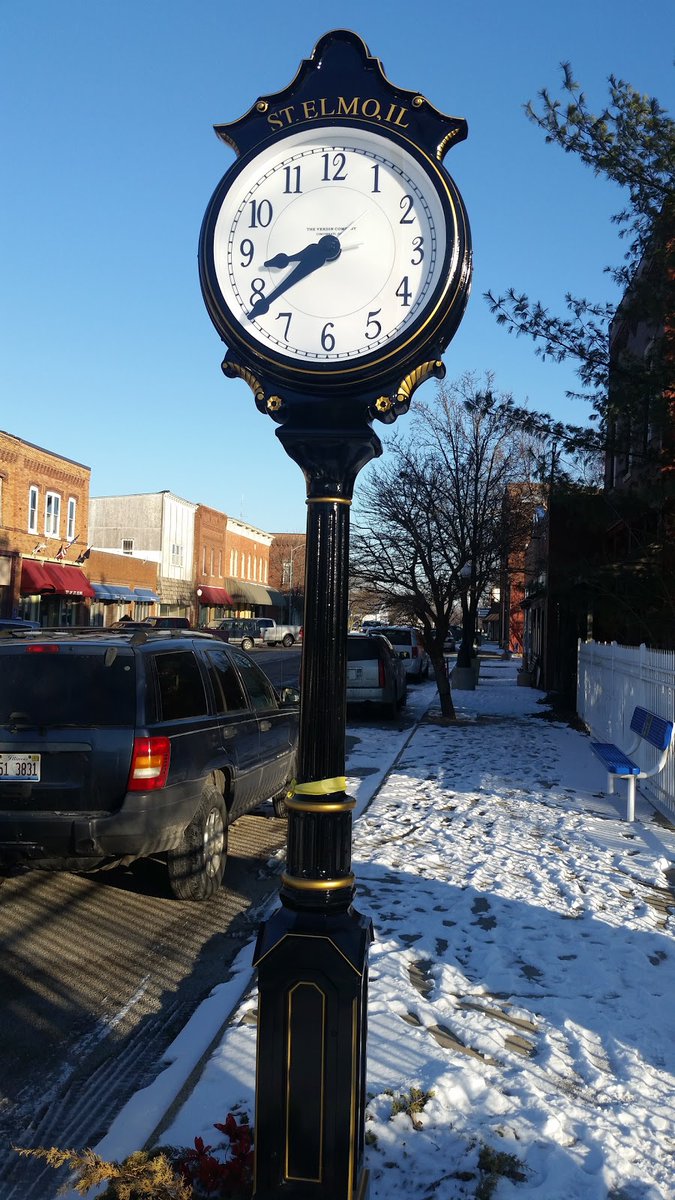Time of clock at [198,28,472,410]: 8:38
